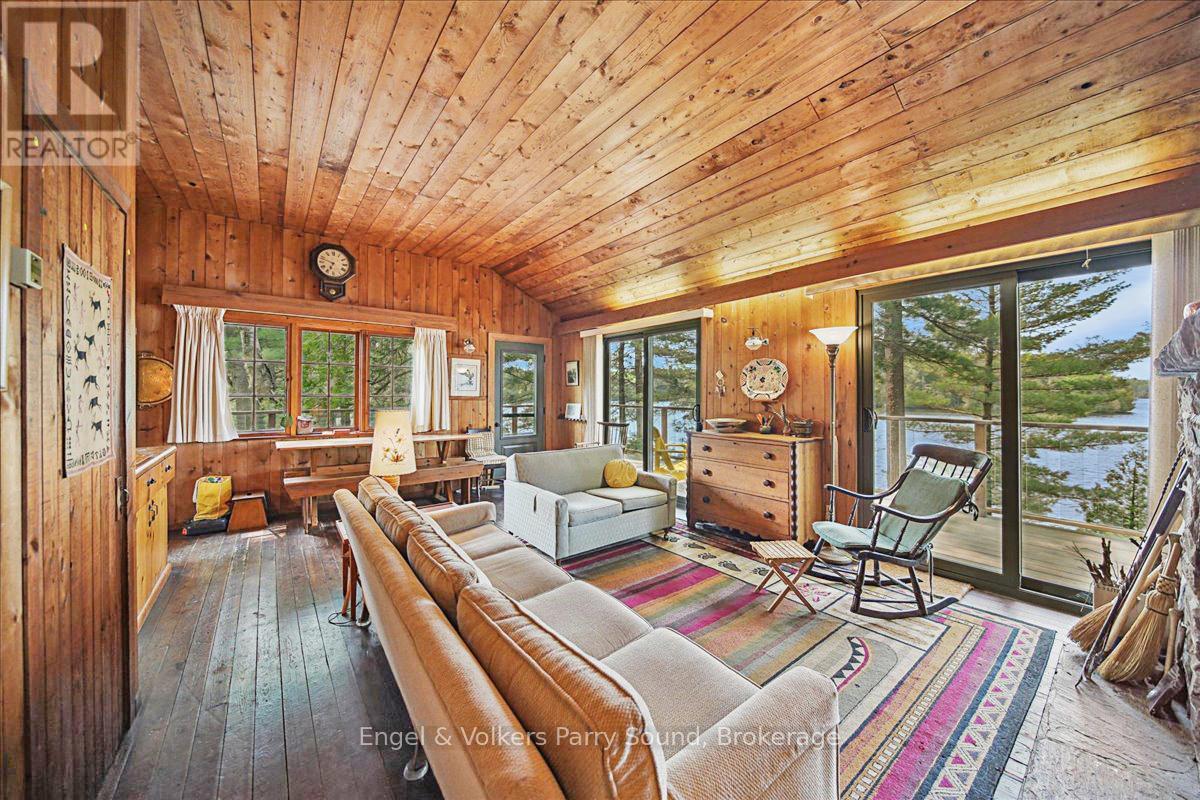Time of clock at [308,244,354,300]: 6:47
